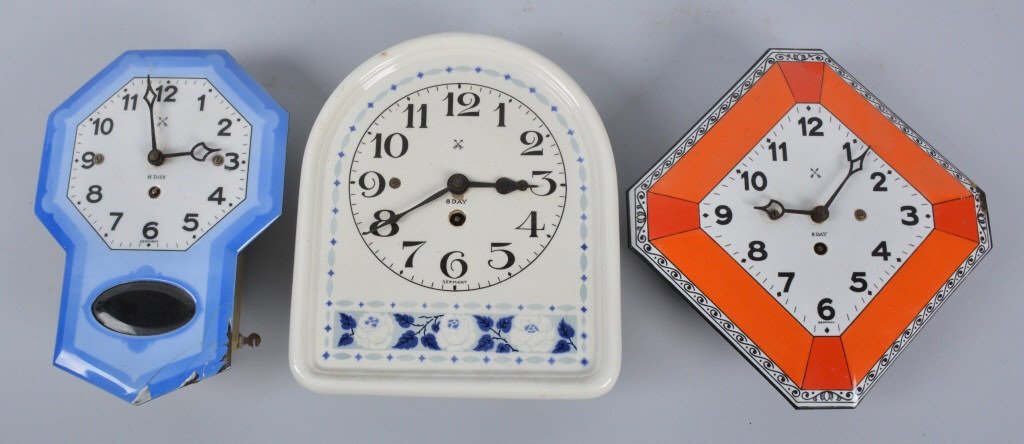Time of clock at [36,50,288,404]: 2:57
